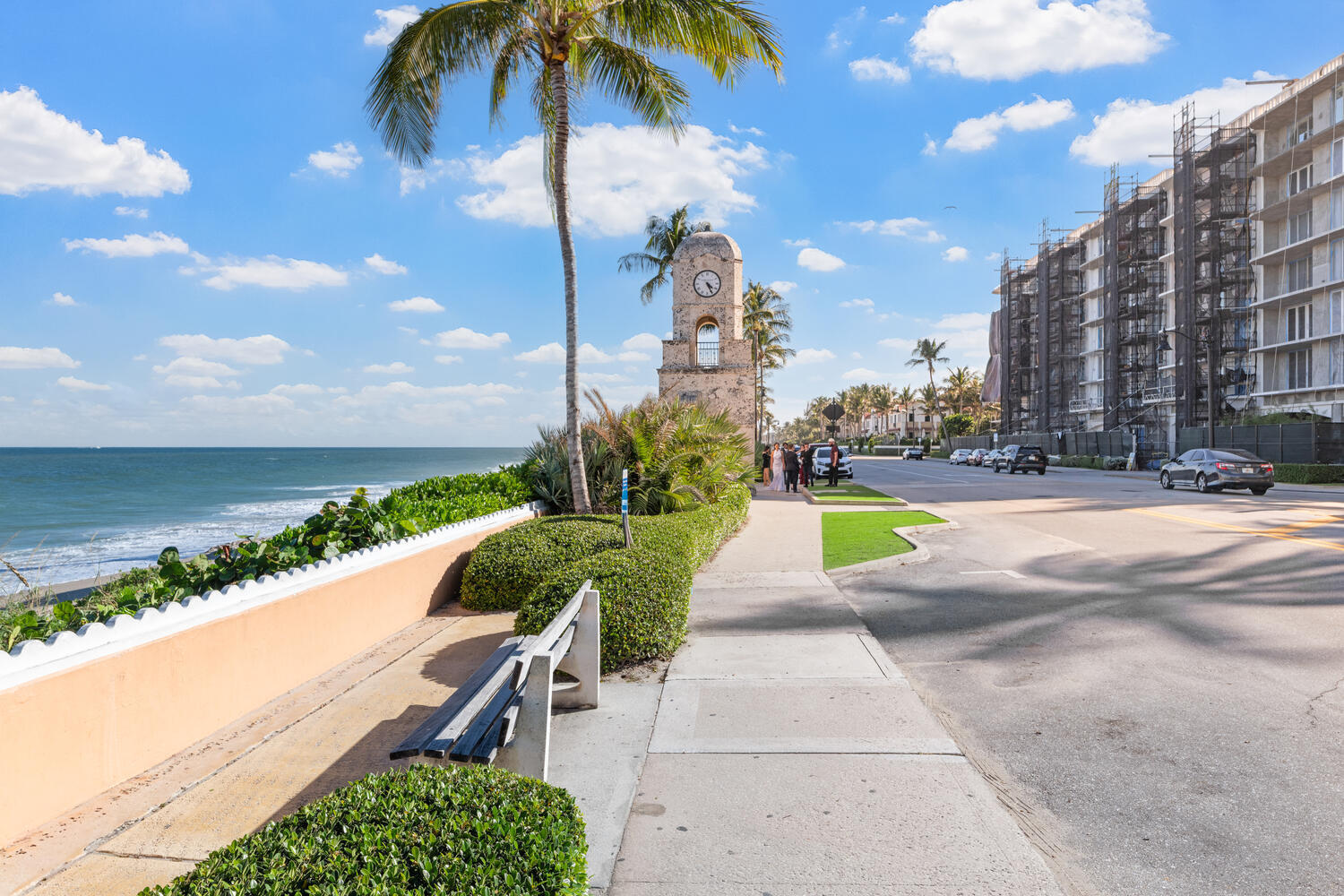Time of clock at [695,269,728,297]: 4:25
